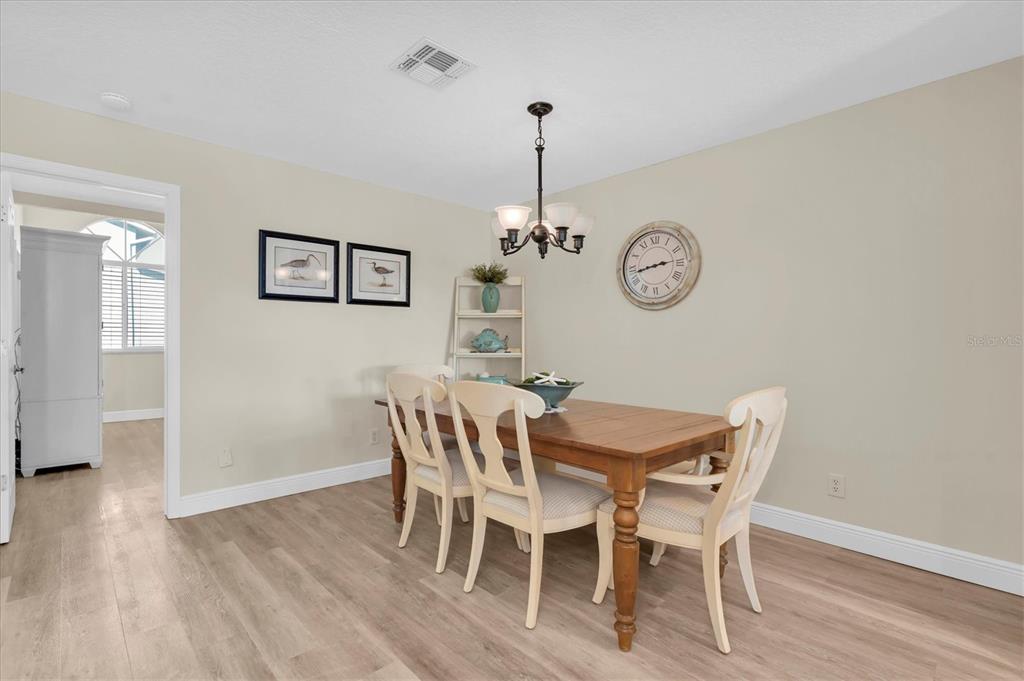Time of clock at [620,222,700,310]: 2:43
